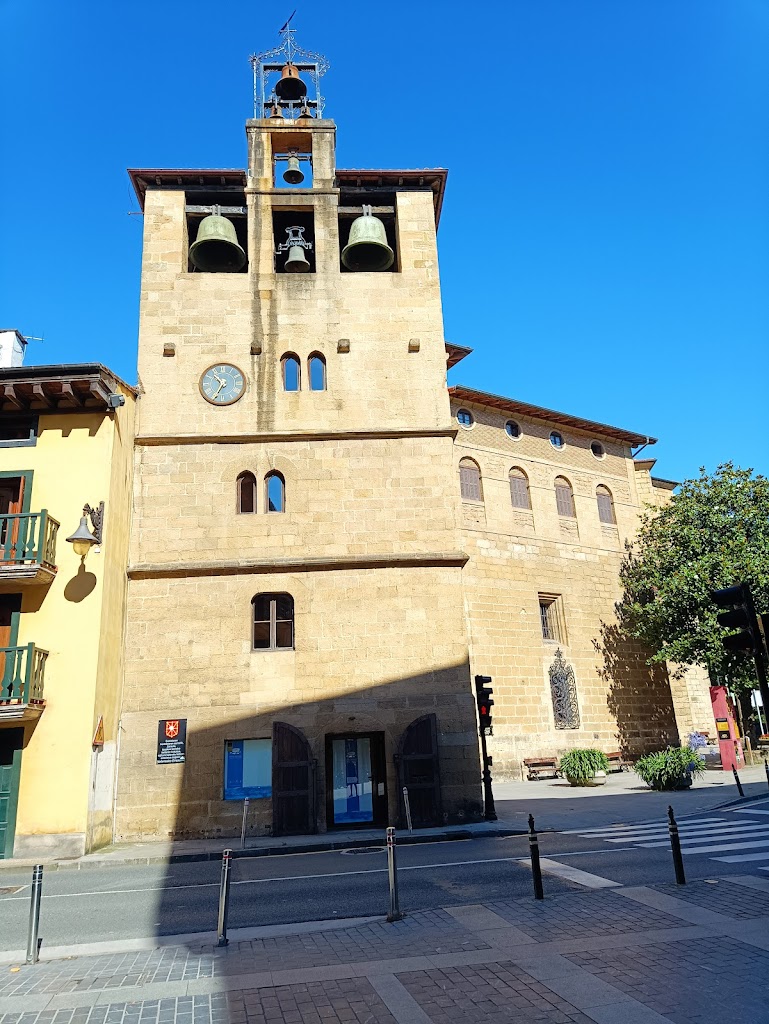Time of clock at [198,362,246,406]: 10:34
